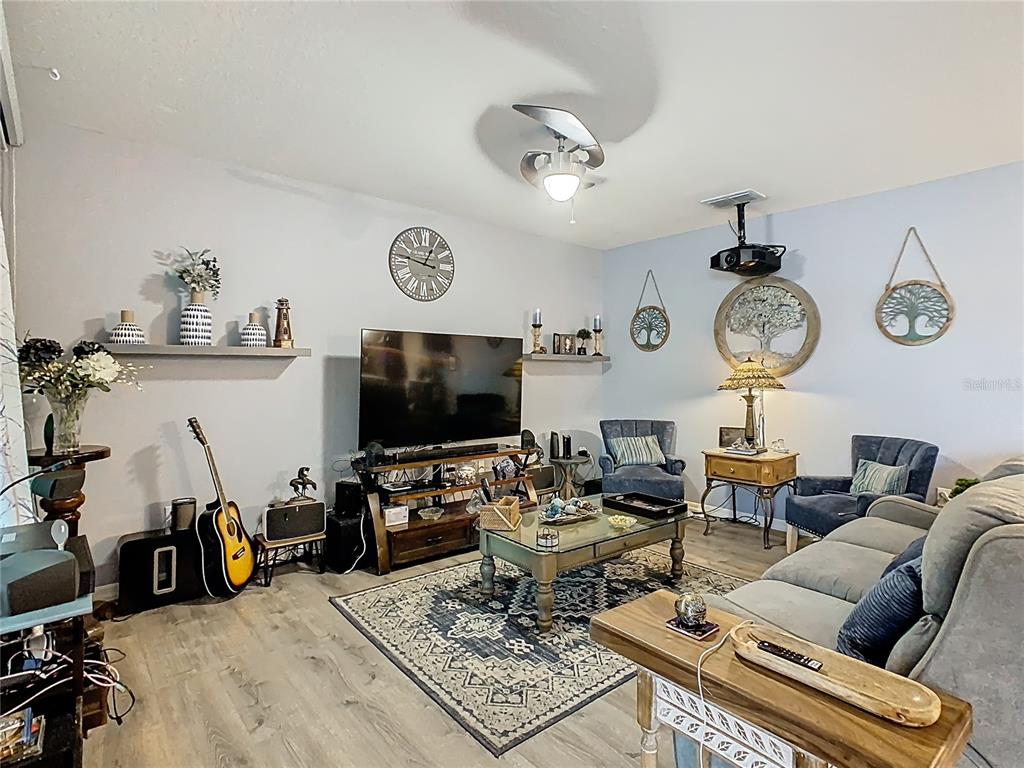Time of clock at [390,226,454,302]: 12:46
